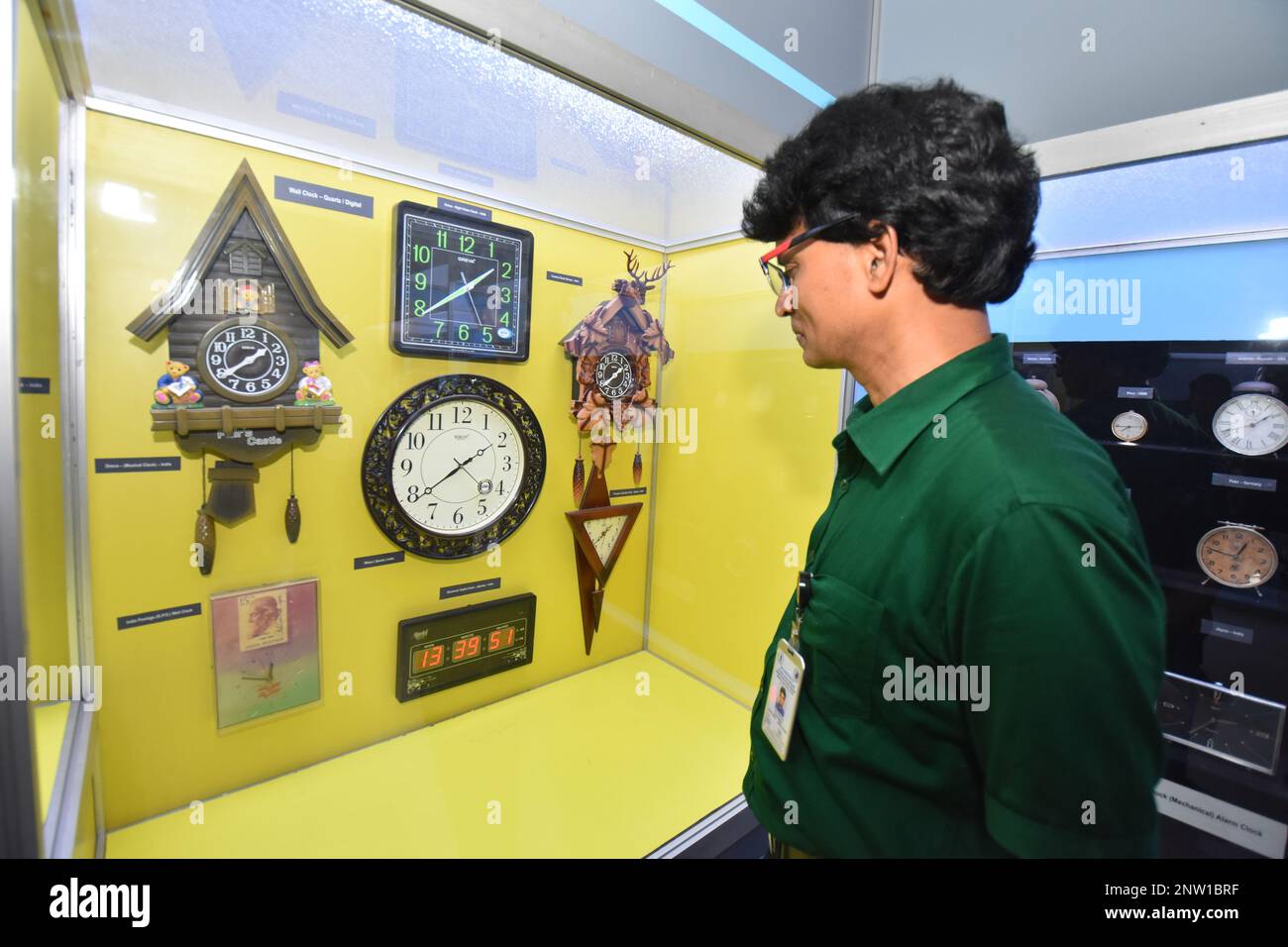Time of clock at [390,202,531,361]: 1:39
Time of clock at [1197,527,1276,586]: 12:46
